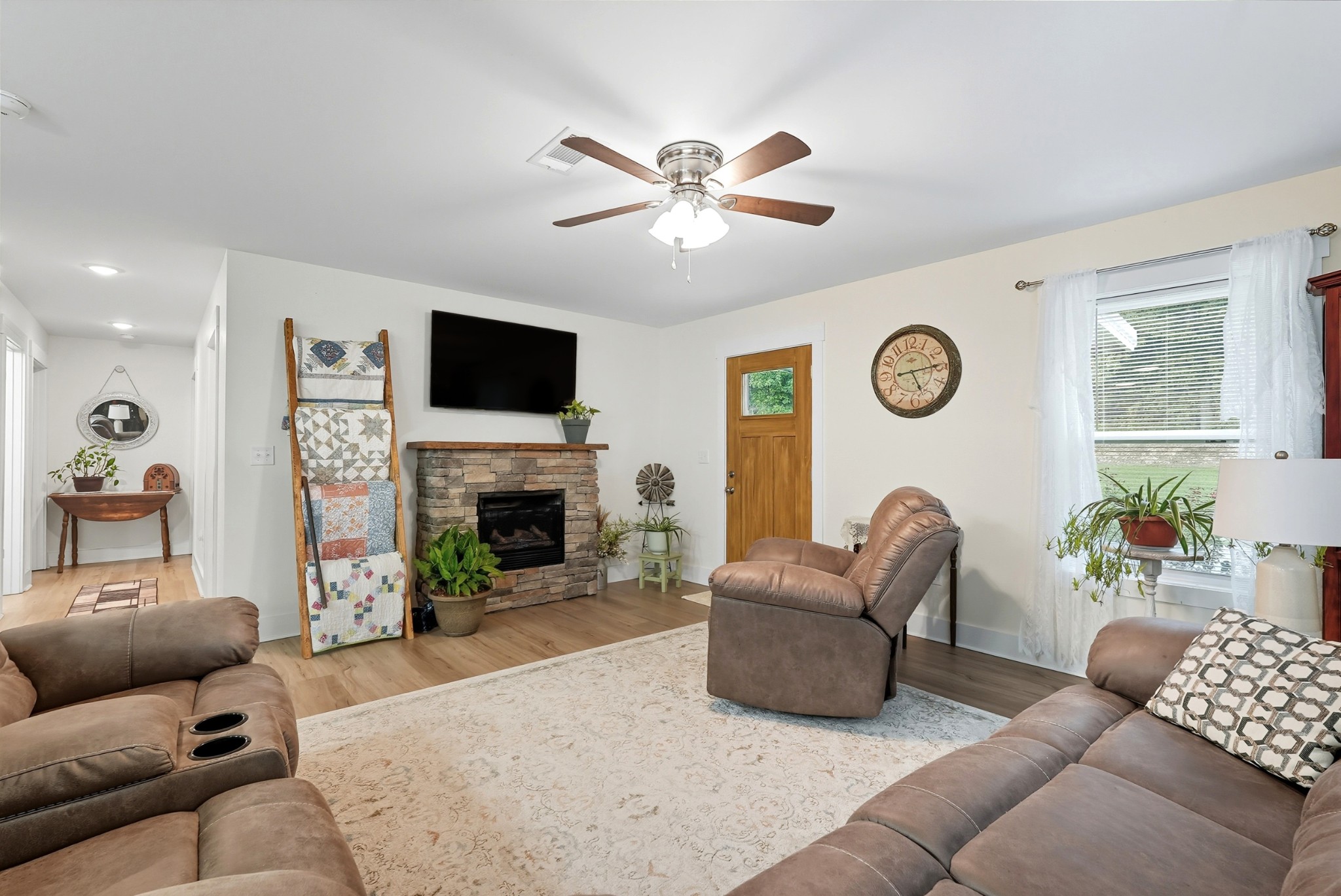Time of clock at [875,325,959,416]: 5:14
